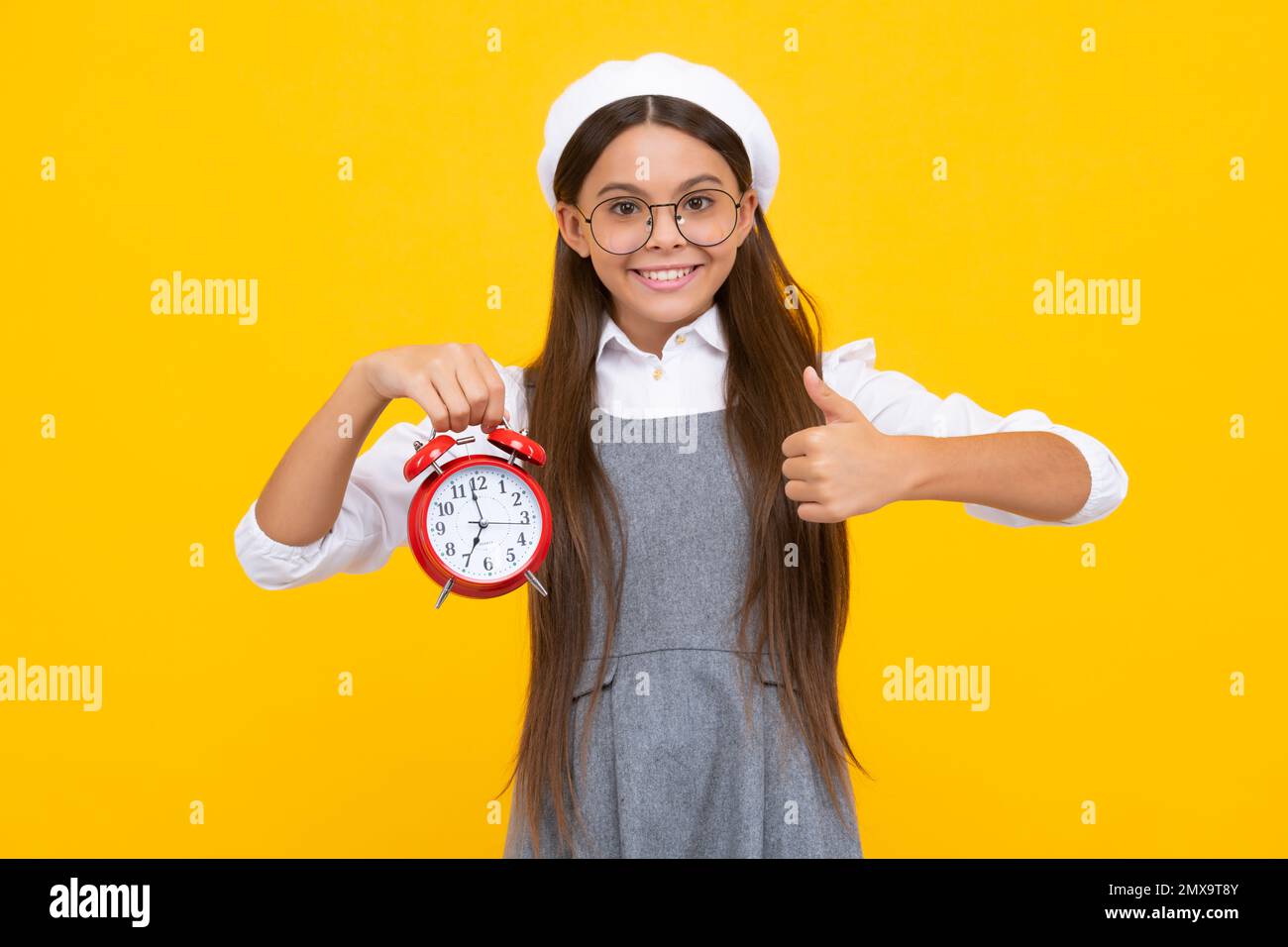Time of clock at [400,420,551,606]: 6:58
